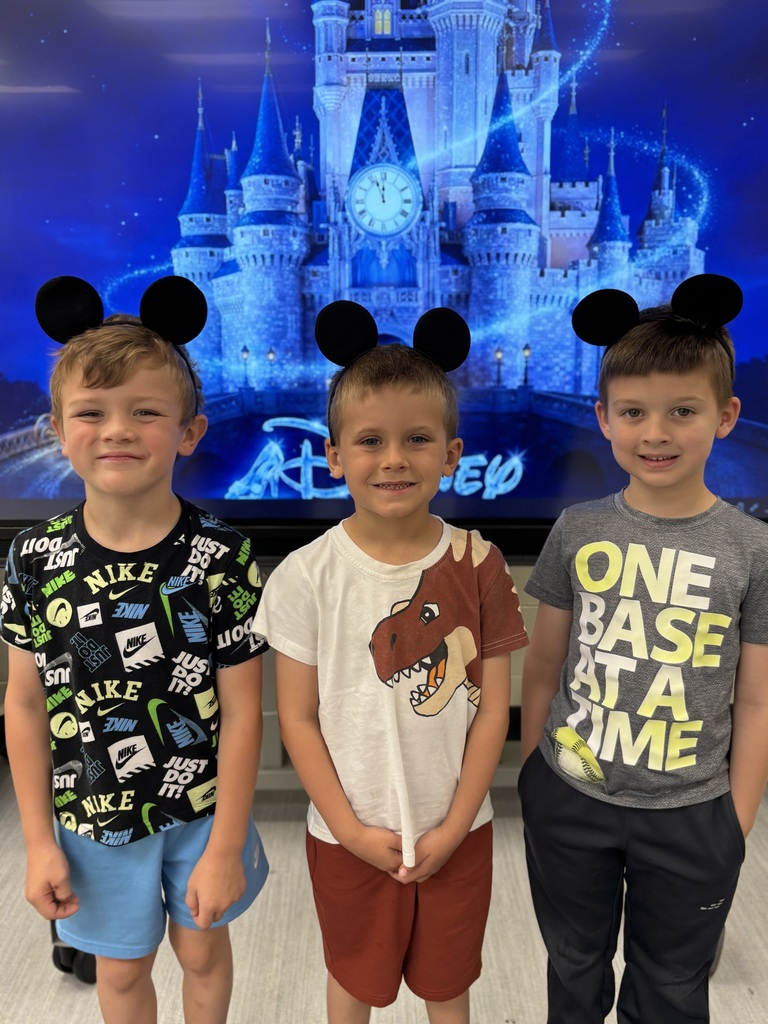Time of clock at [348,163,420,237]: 11:56
